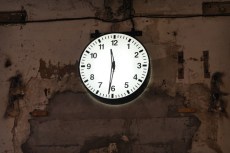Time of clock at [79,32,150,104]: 11:31
